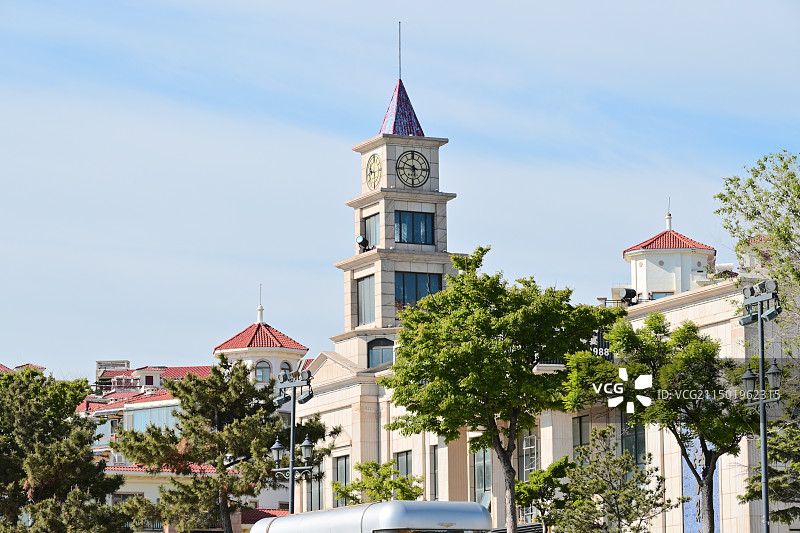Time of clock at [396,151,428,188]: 5:49
